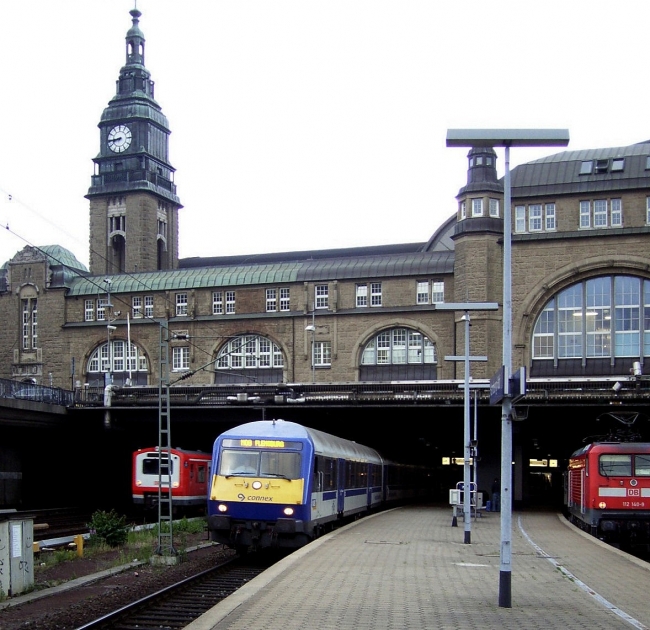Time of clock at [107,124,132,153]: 8:44
